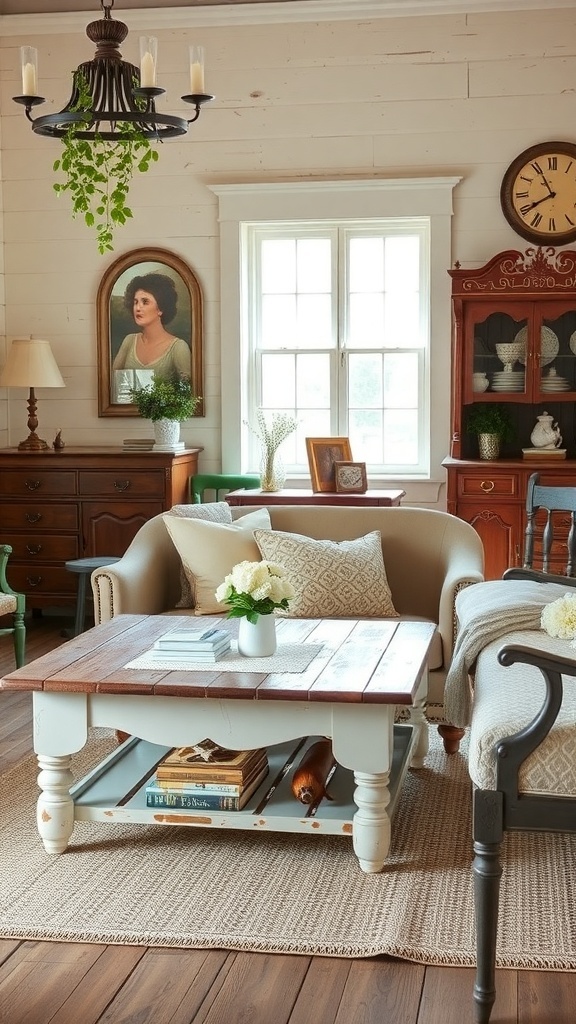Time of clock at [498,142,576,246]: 7:55
